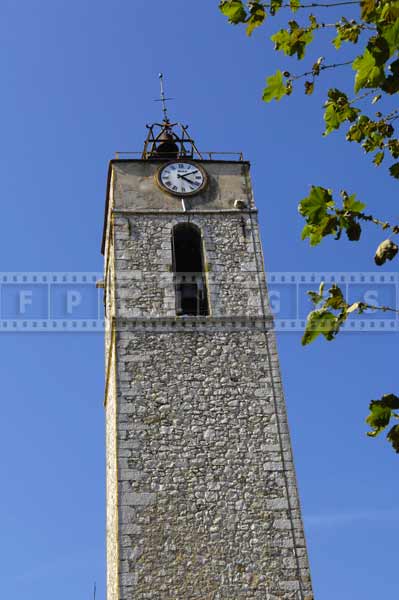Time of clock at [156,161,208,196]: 4:10
